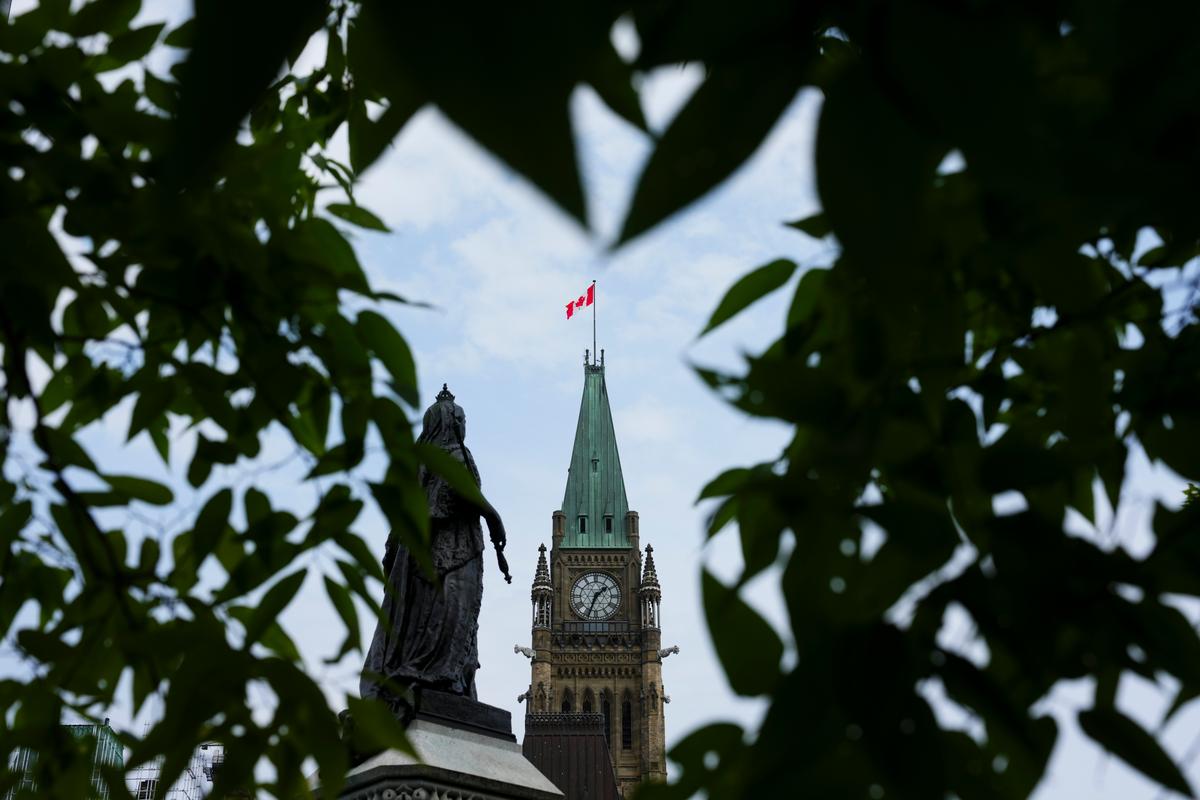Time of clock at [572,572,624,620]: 1:33
